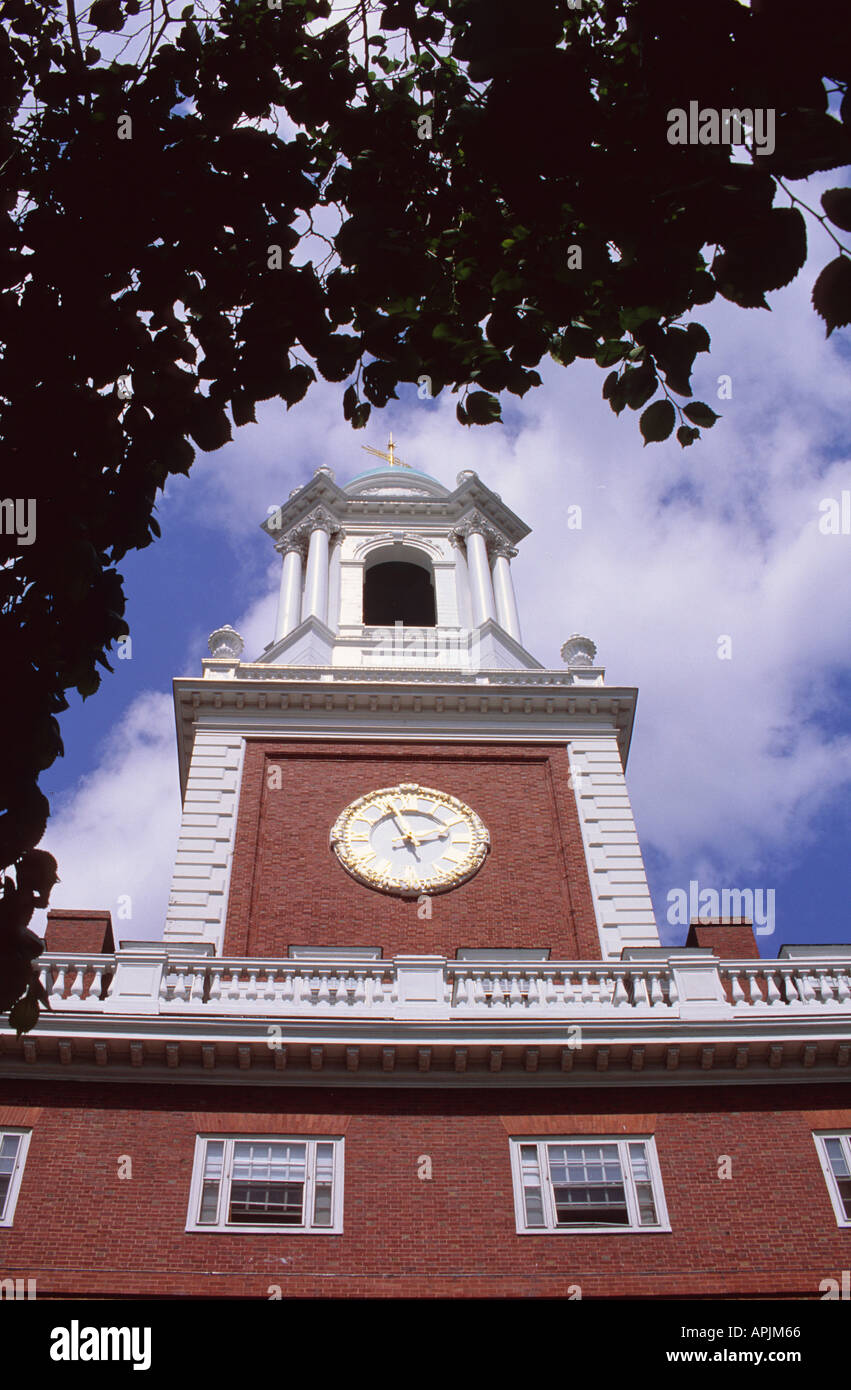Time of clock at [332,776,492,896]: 2:56
